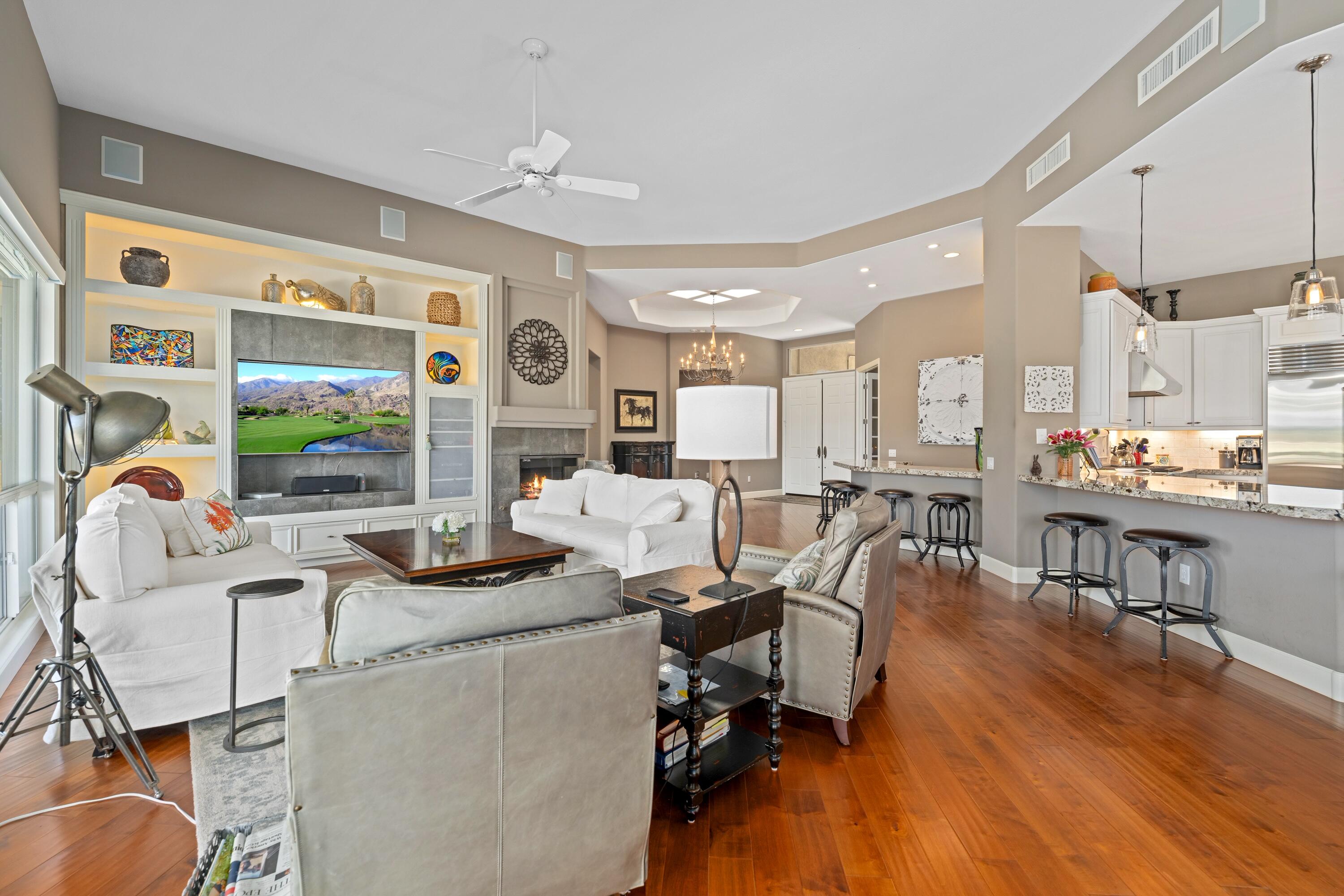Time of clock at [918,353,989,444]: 8:44
